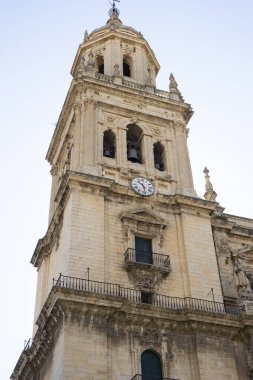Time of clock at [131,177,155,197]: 10:28
